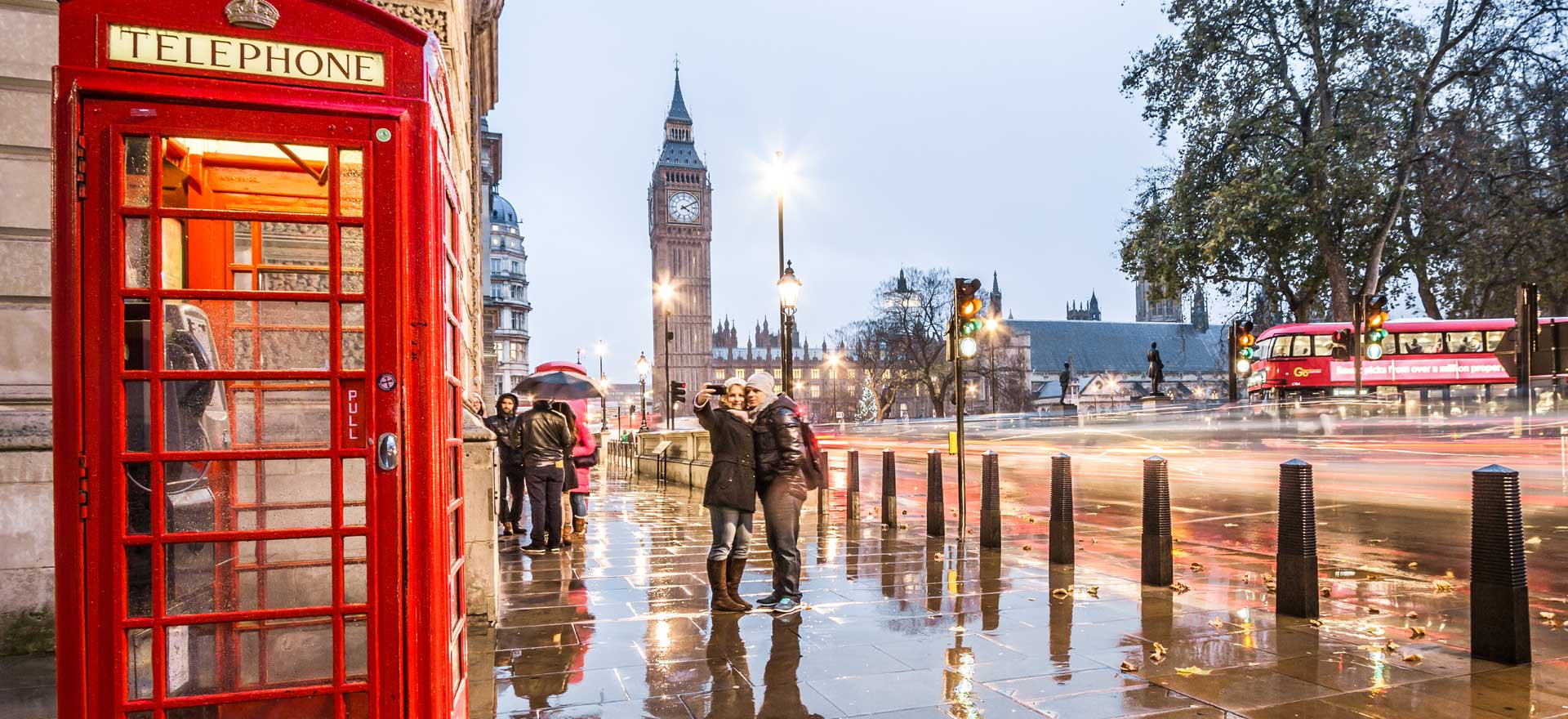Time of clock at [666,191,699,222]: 4:10
